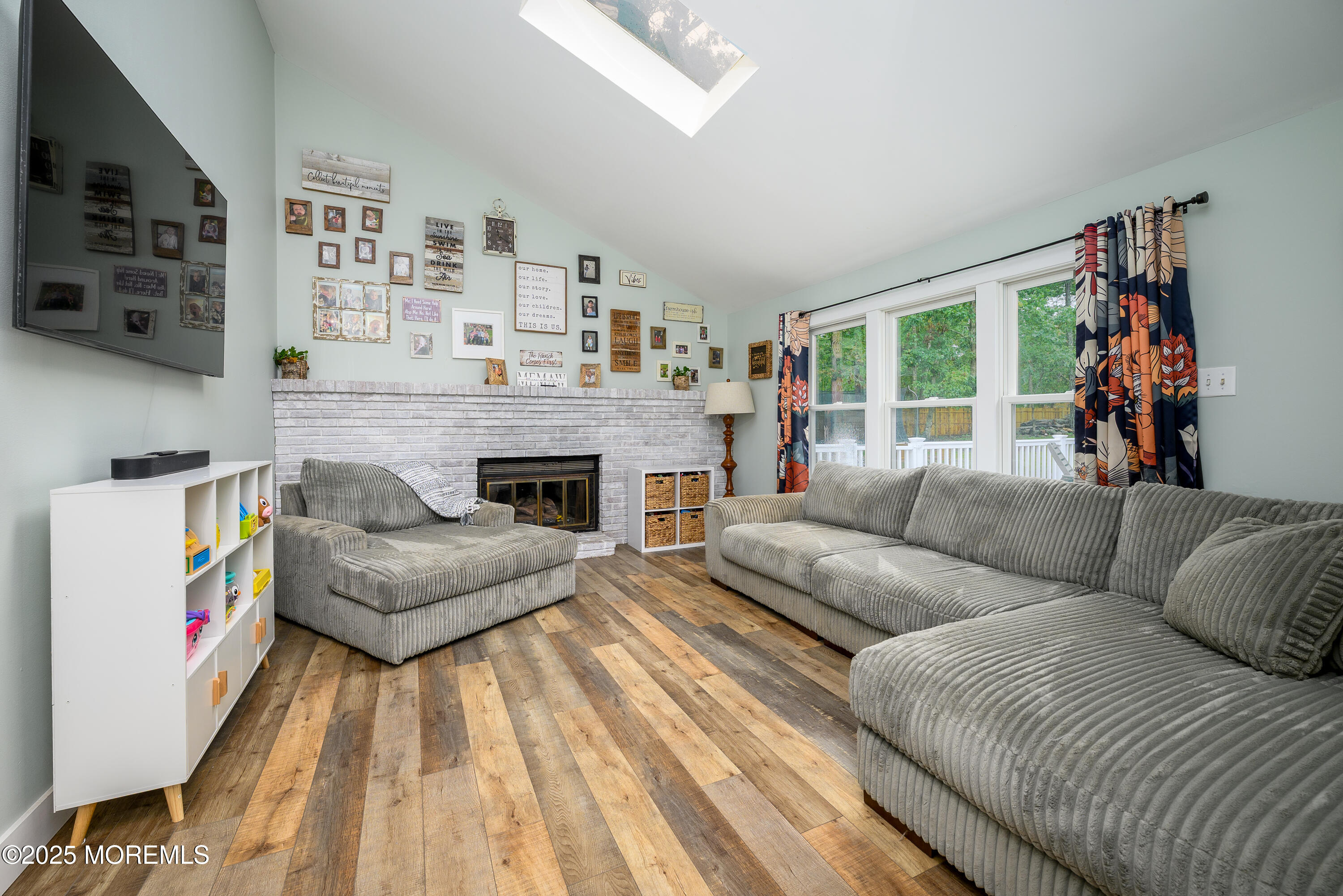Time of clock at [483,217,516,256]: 11:19
